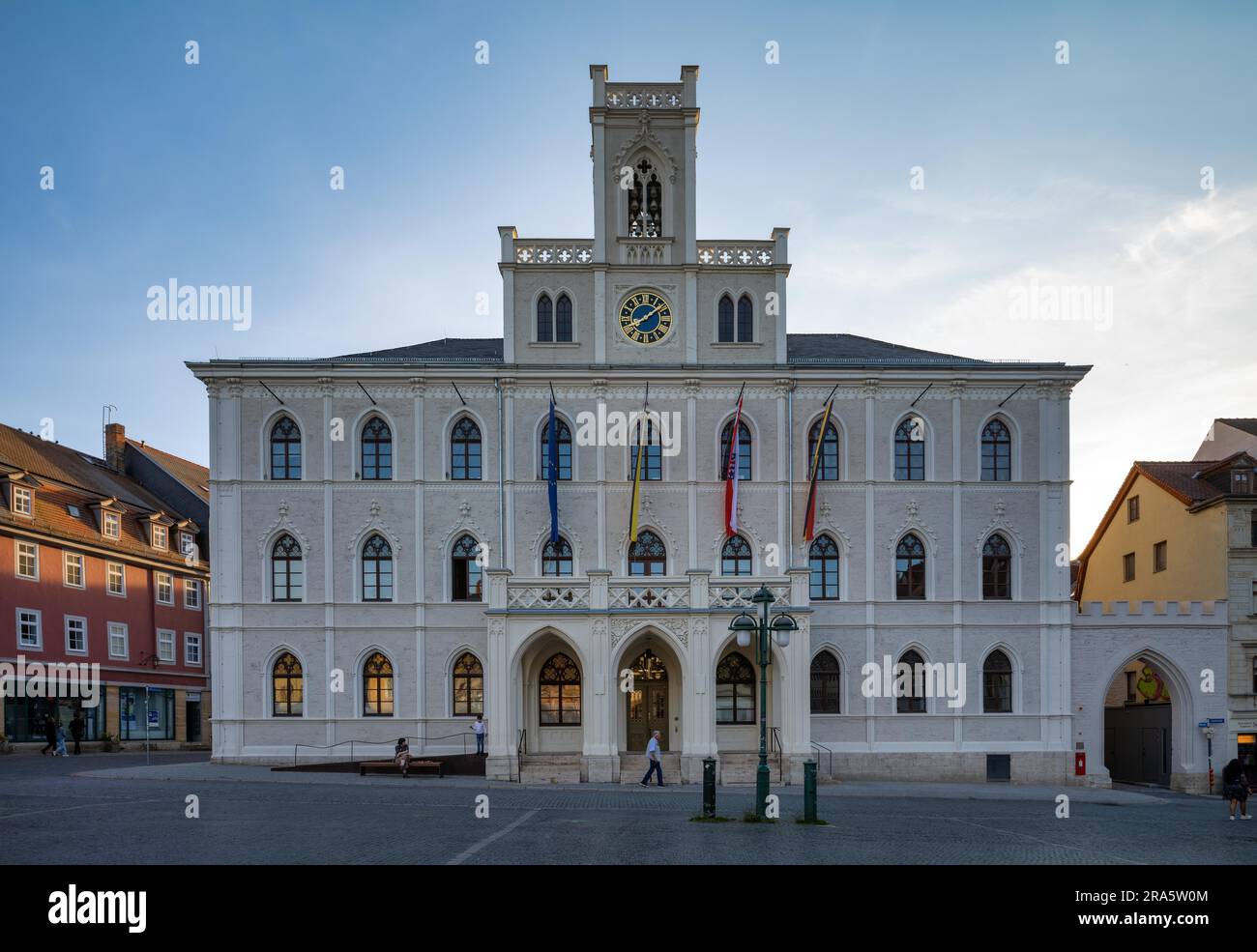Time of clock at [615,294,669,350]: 8:09
